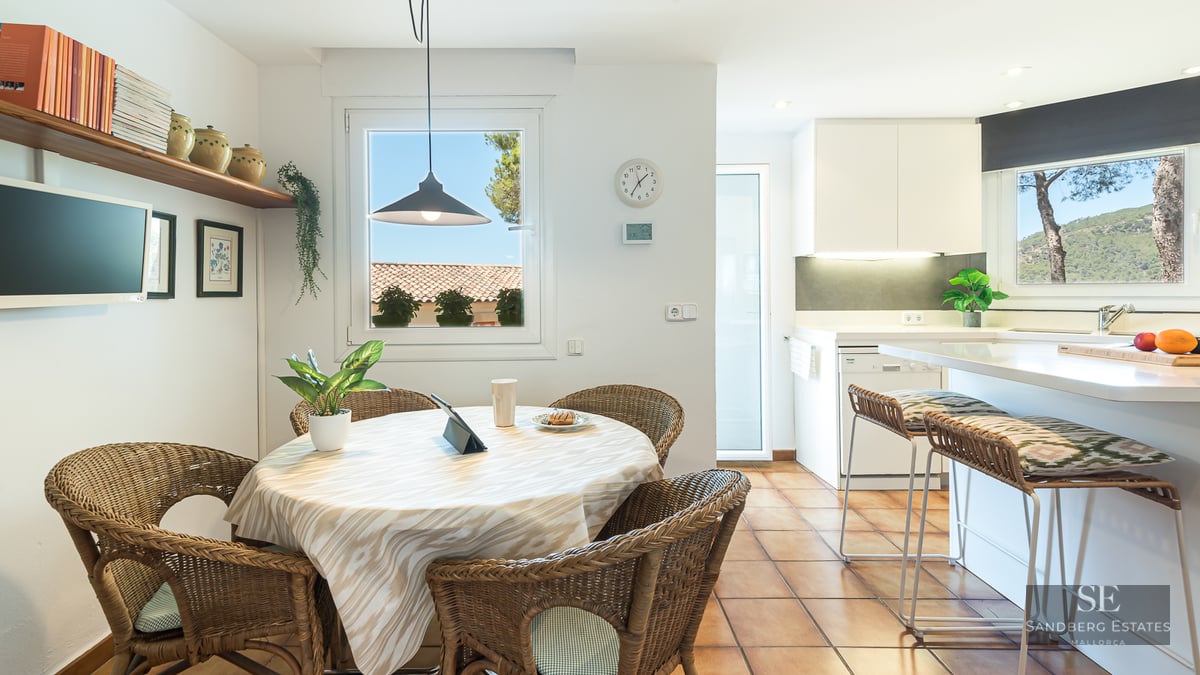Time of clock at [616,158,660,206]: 1:35
